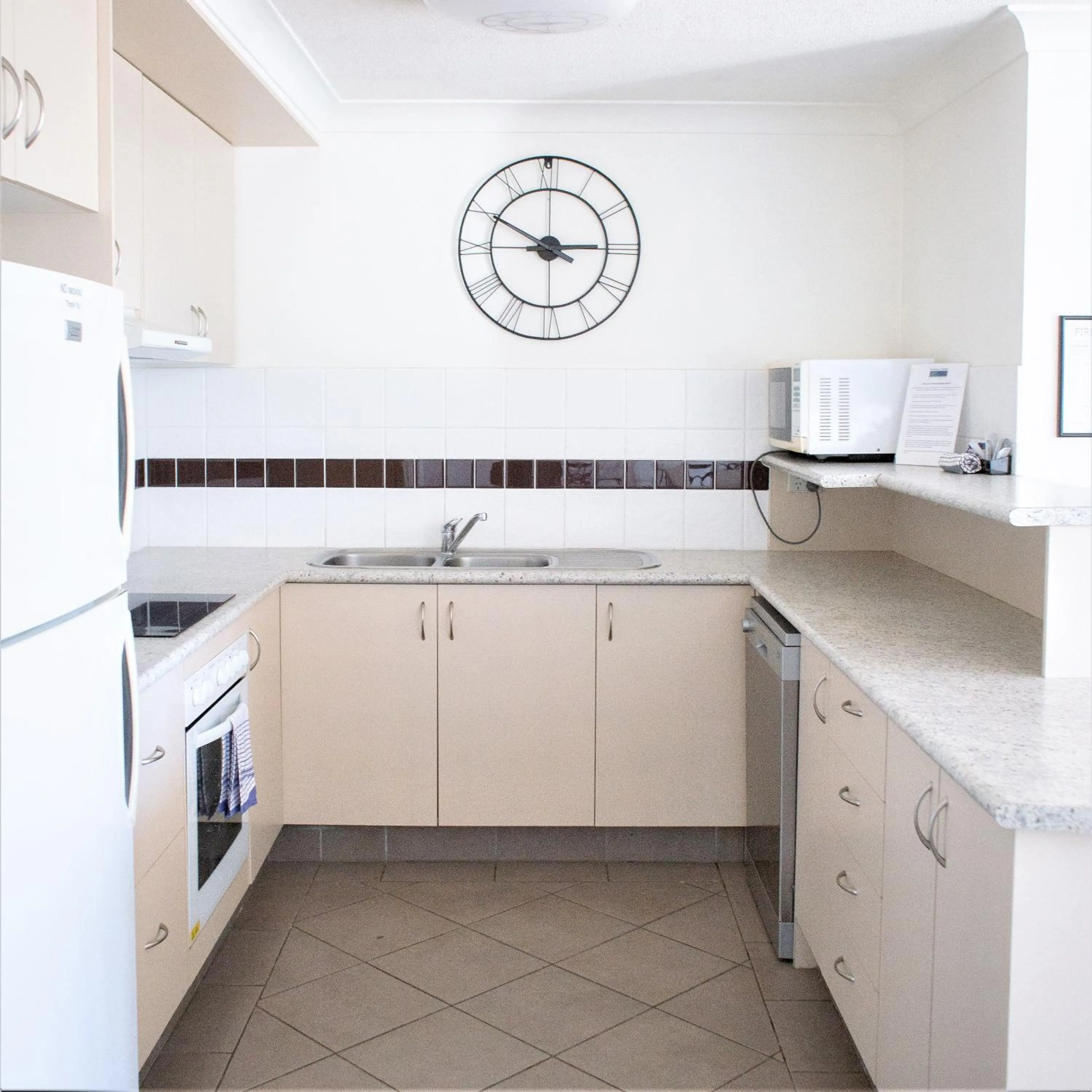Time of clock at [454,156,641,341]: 2:50
